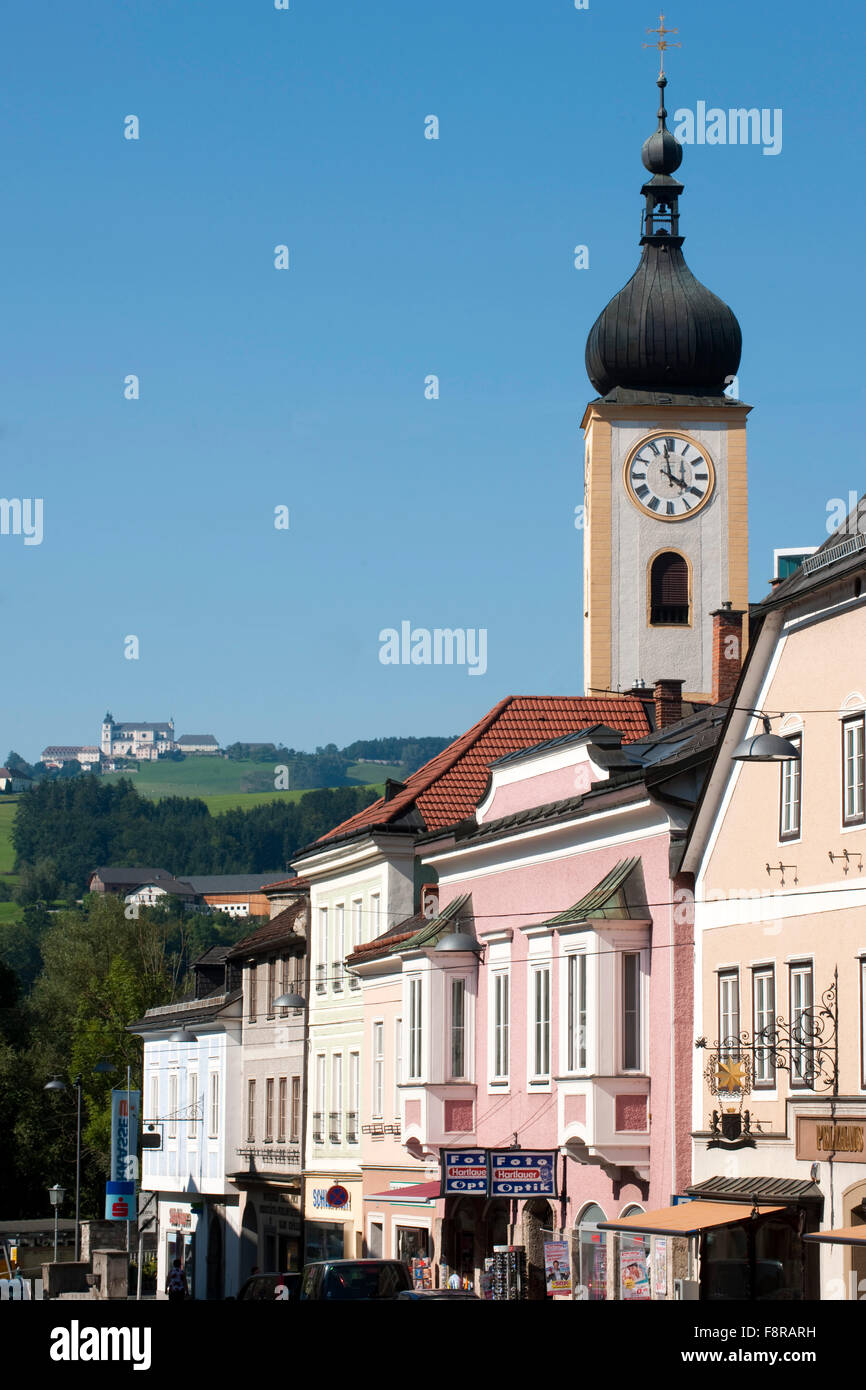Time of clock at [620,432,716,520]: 3:58
